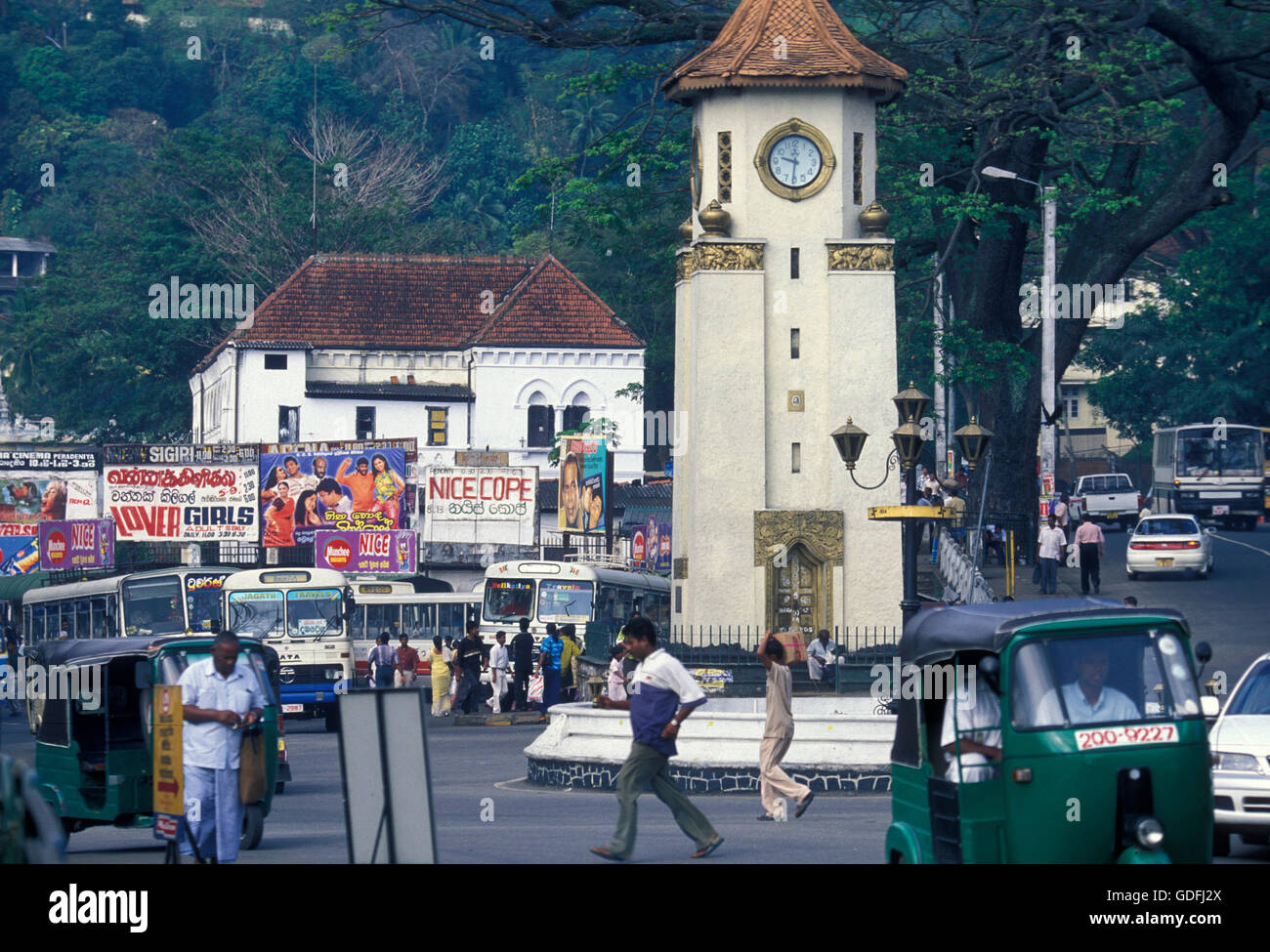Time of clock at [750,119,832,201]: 9:30
